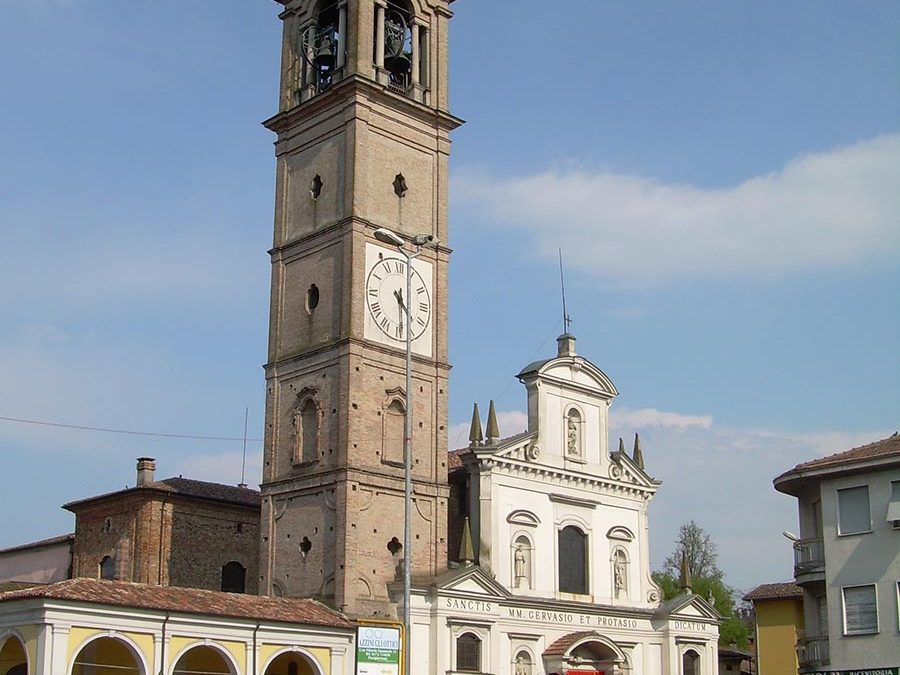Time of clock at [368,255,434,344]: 4:29
